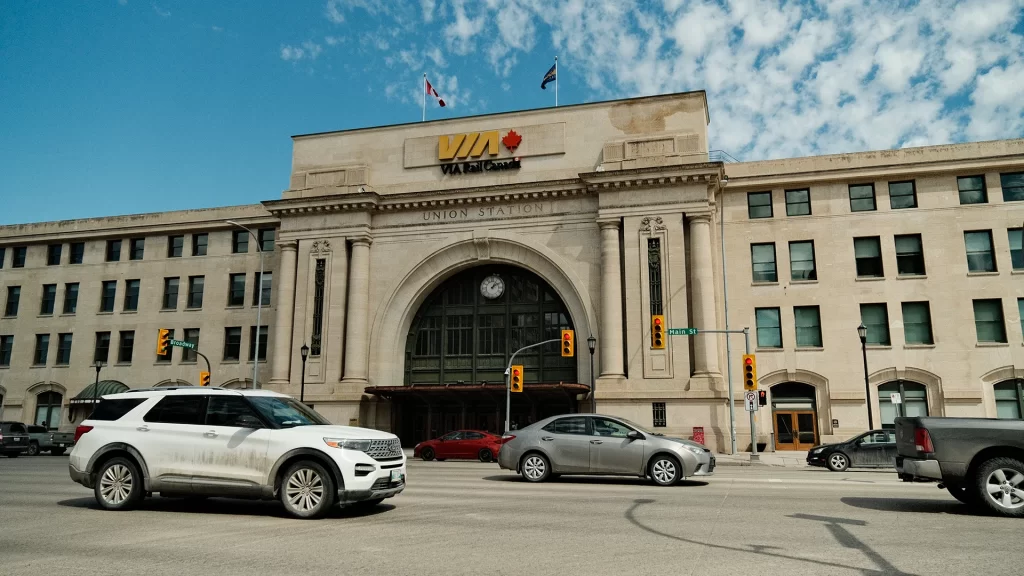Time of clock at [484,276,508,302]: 1:09
